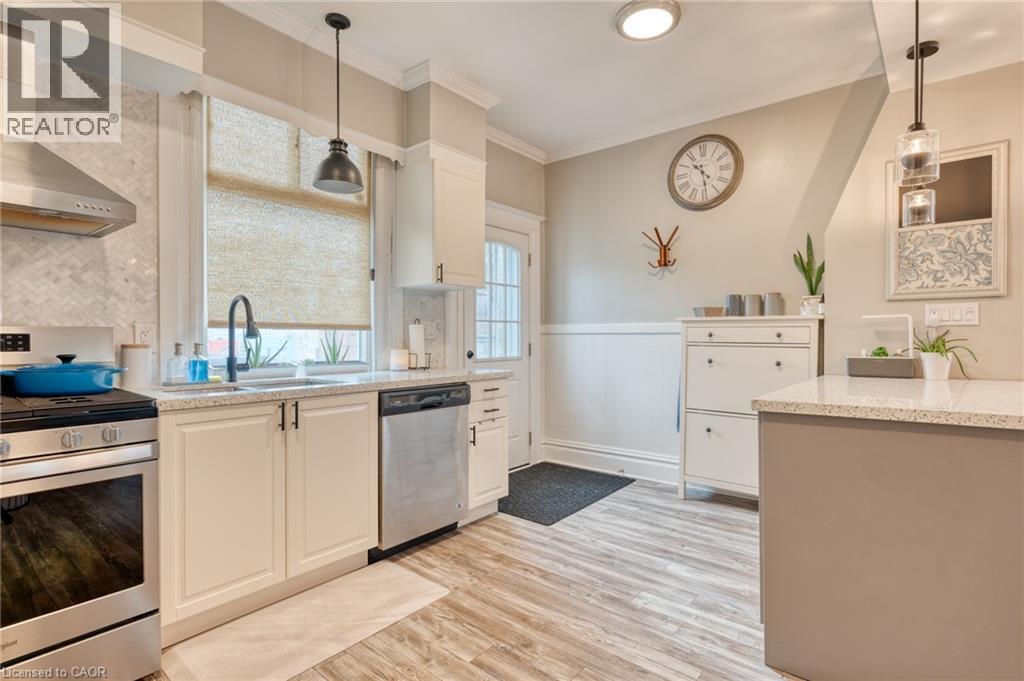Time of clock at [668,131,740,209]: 10:28
